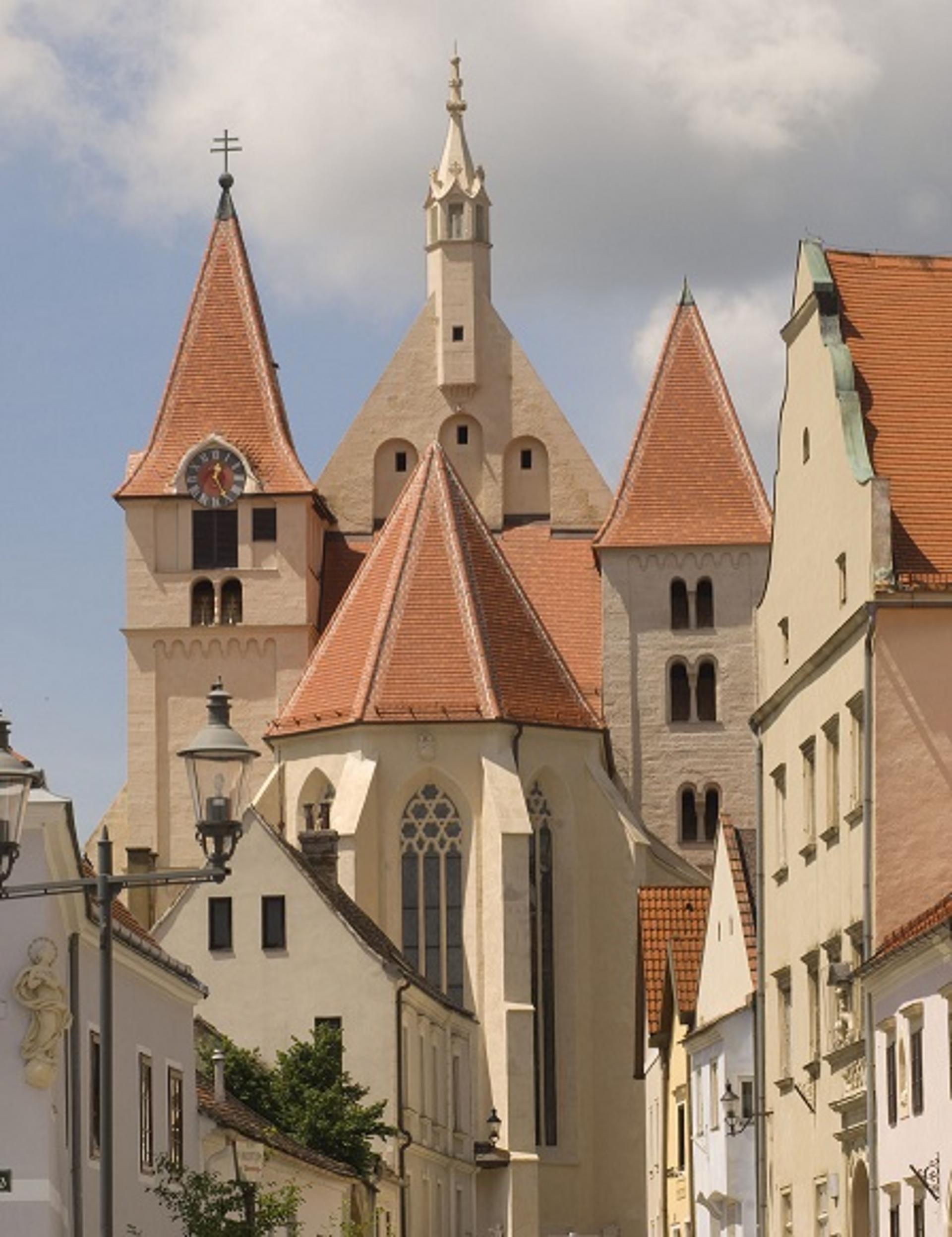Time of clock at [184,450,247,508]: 12:24
